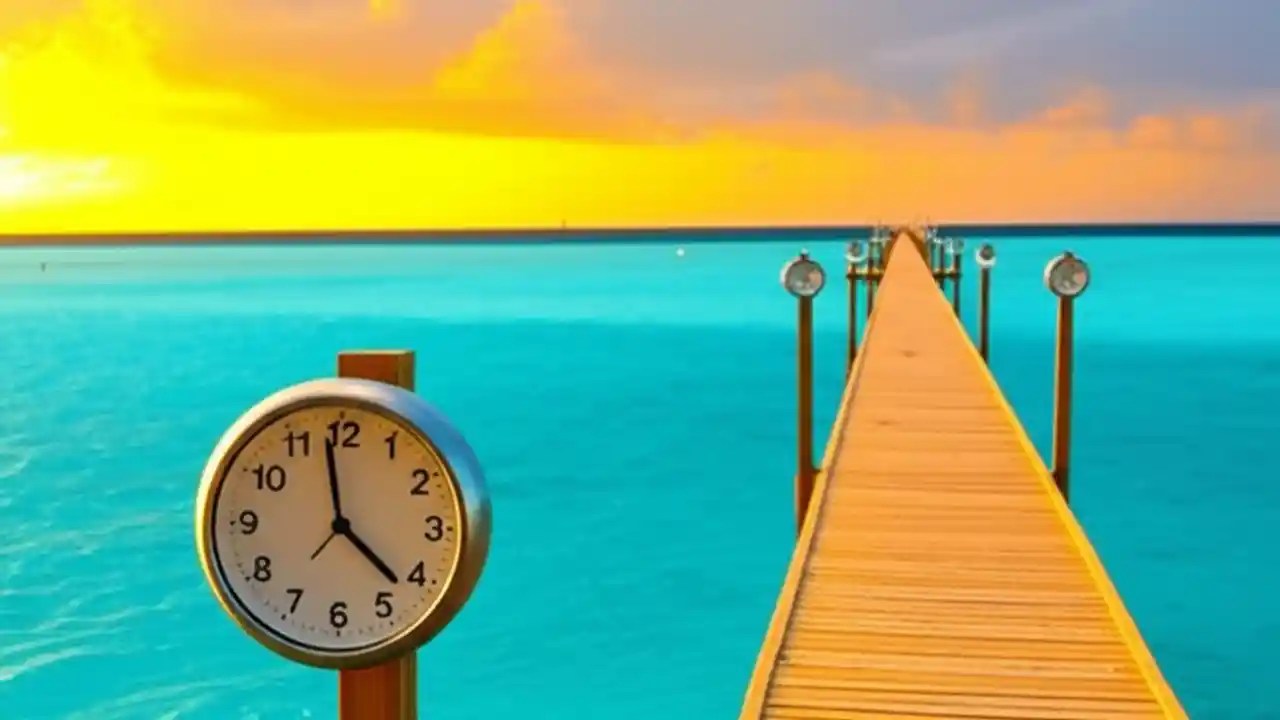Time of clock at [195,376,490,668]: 3:58
